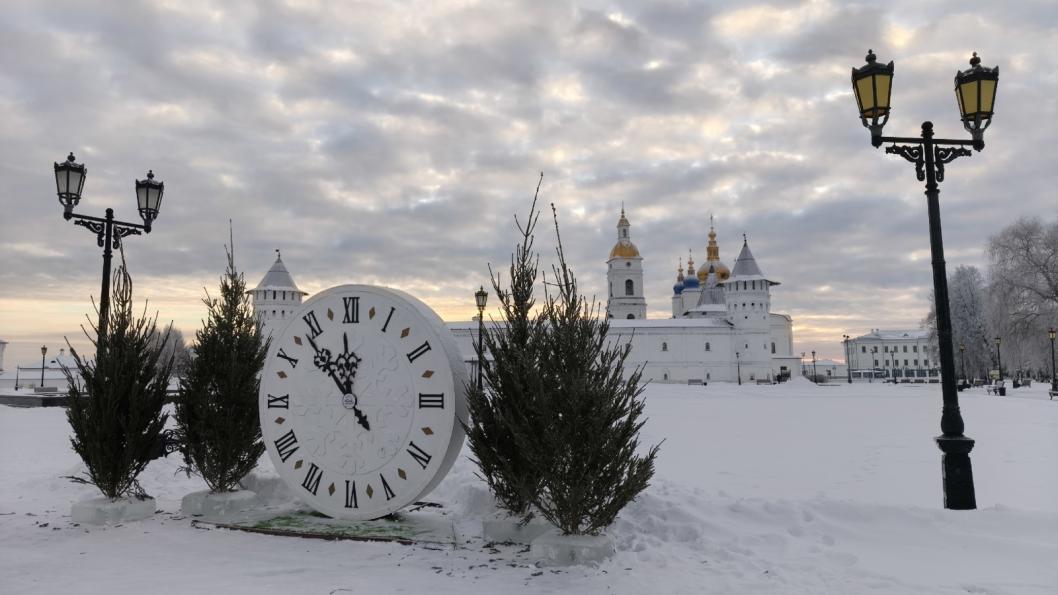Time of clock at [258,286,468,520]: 11:53
